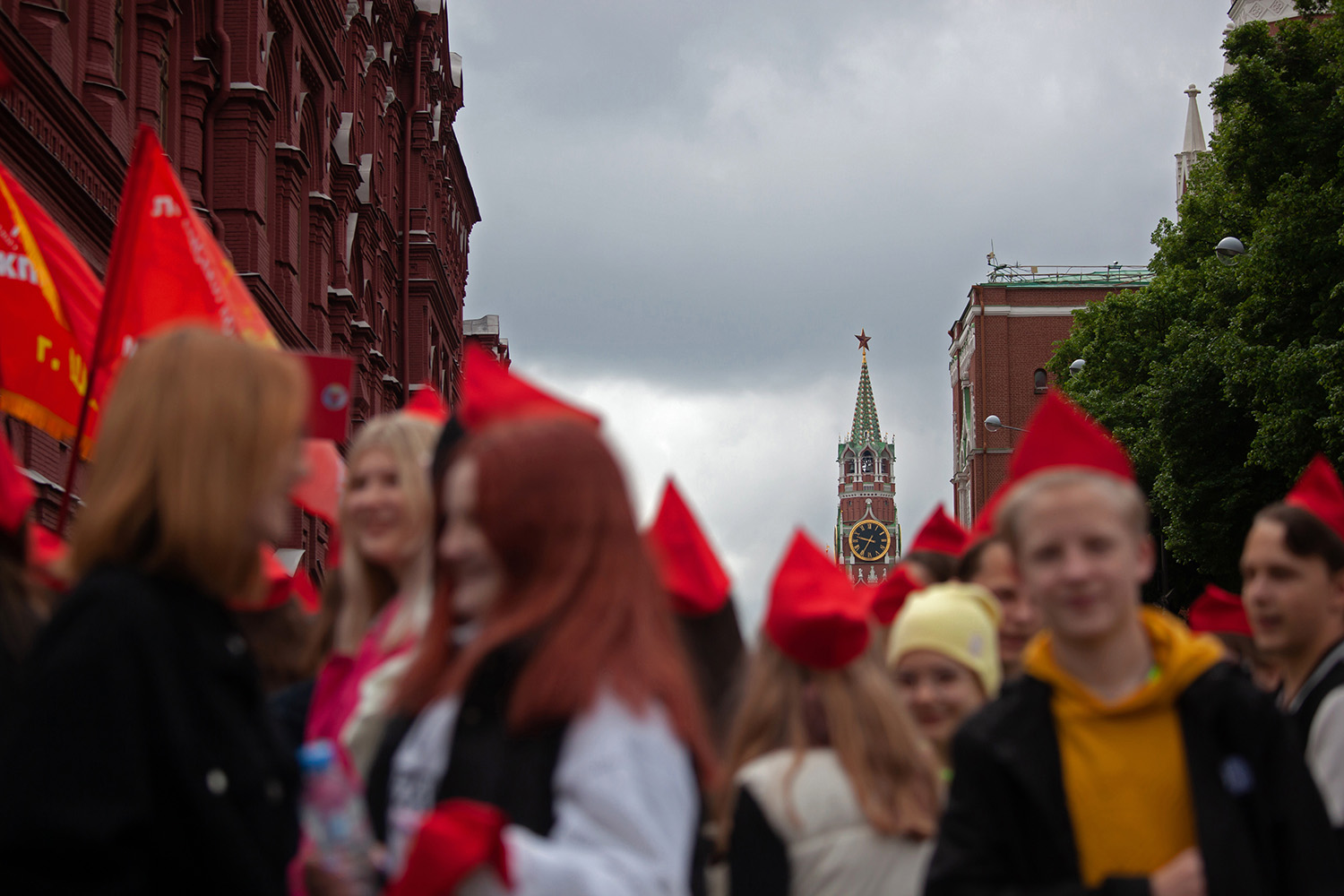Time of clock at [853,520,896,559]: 9:34
